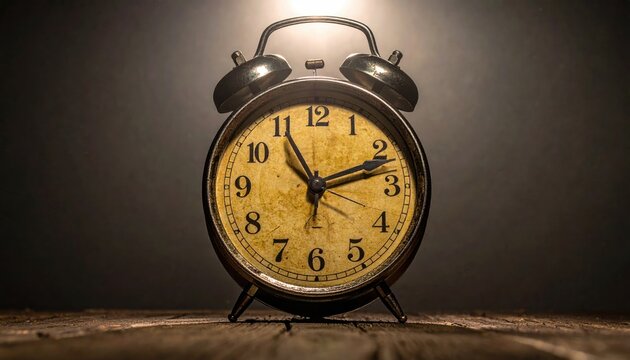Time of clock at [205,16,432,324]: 11:11
